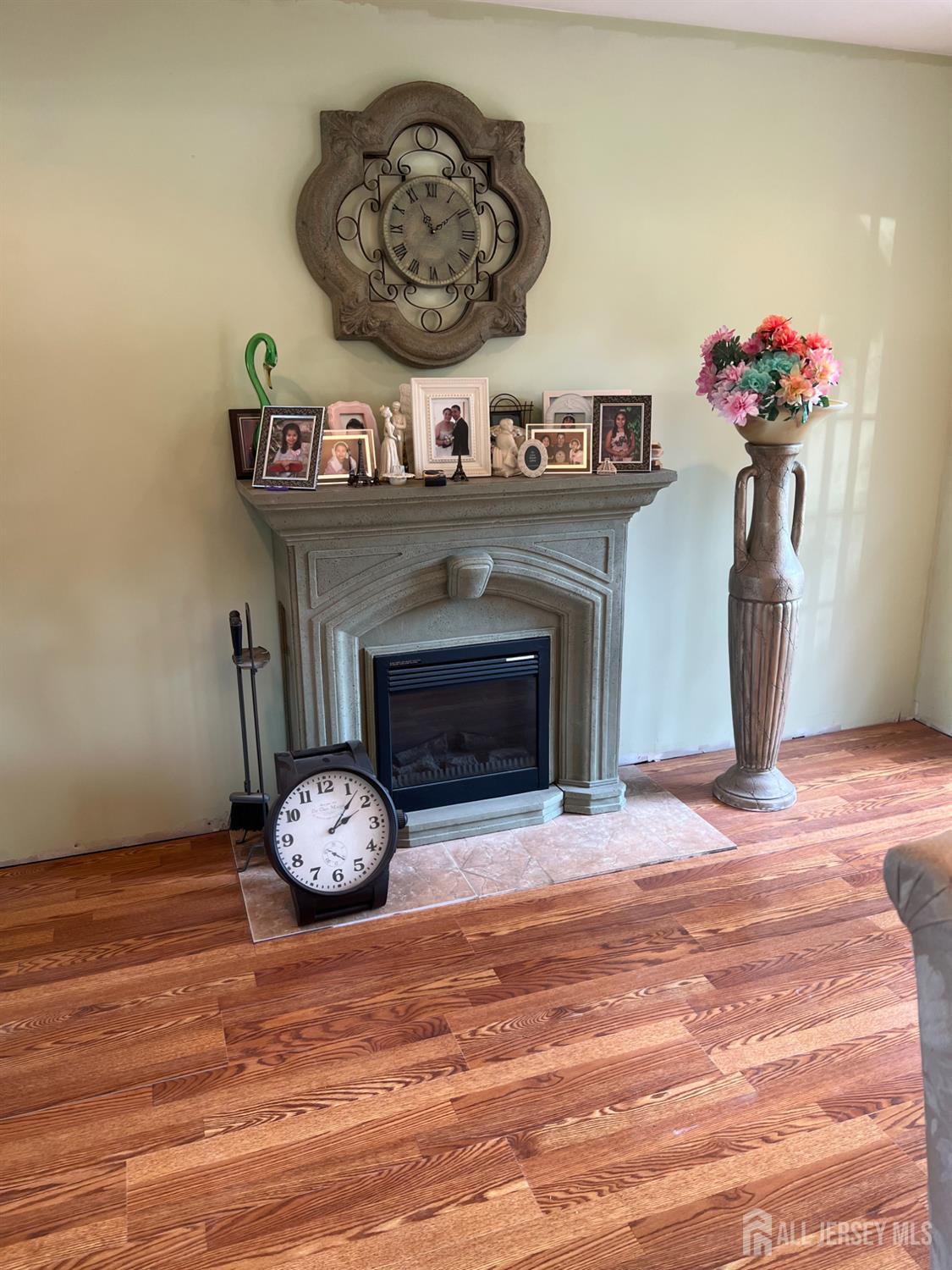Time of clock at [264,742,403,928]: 2:07
